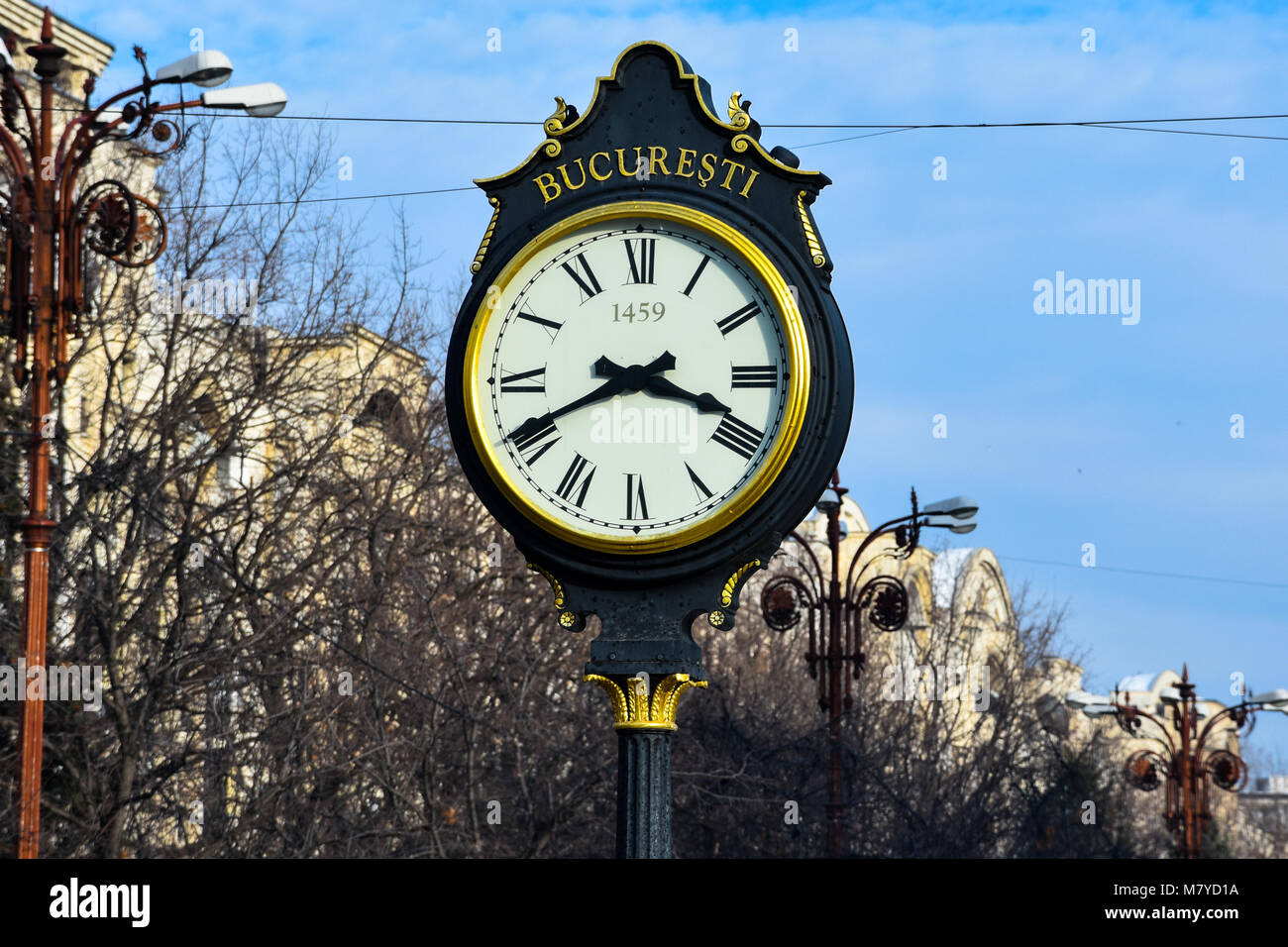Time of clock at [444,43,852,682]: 3:40
